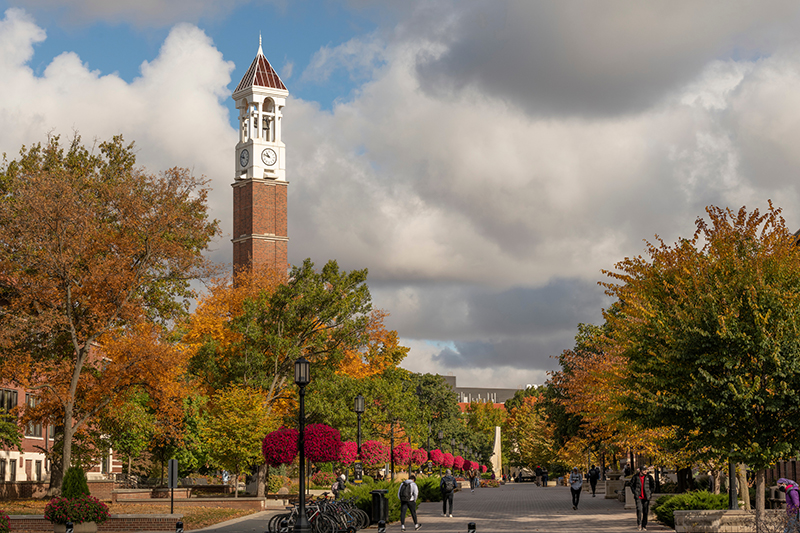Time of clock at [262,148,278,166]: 10:48
